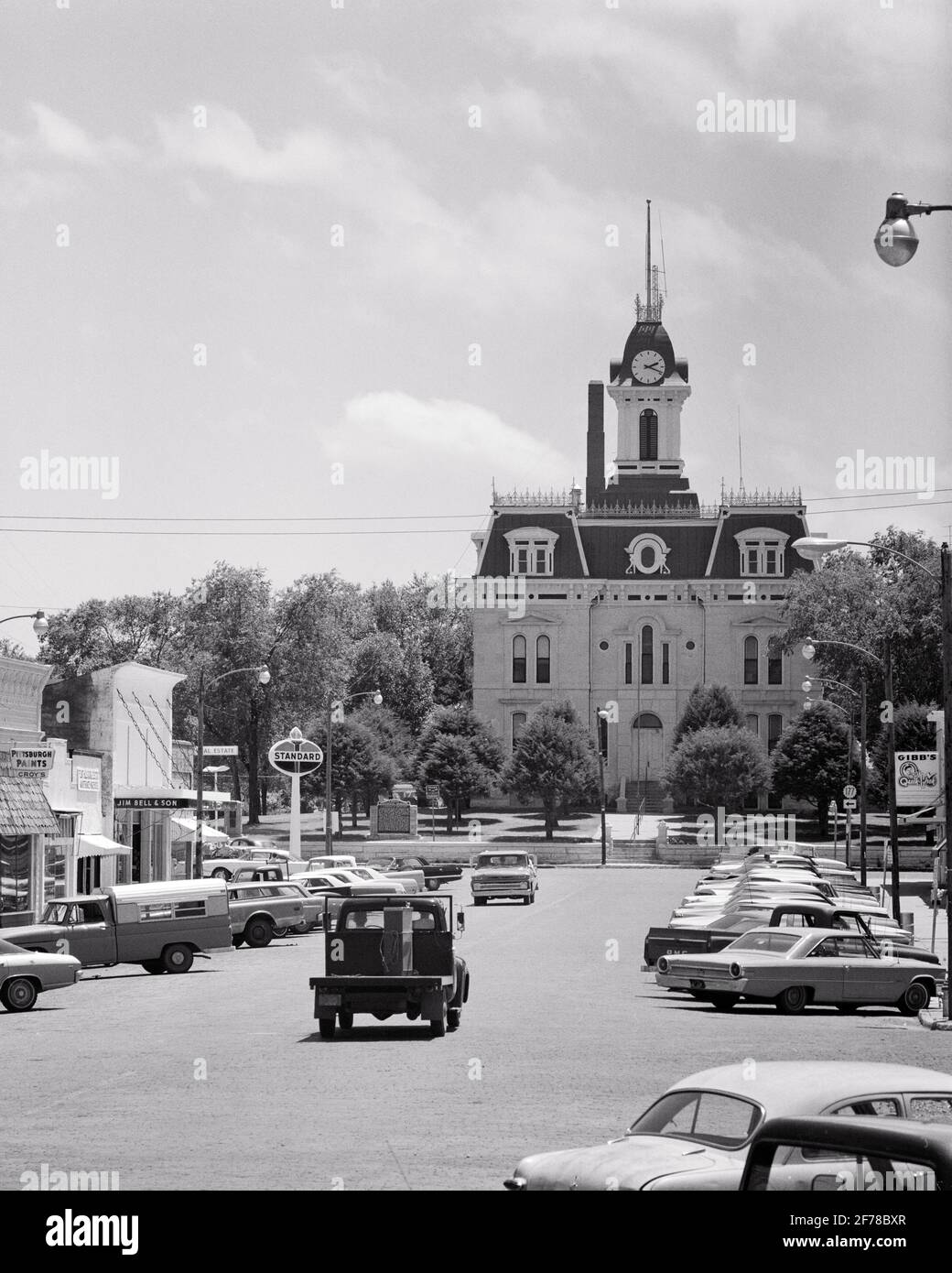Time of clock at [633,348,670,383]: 2:18
